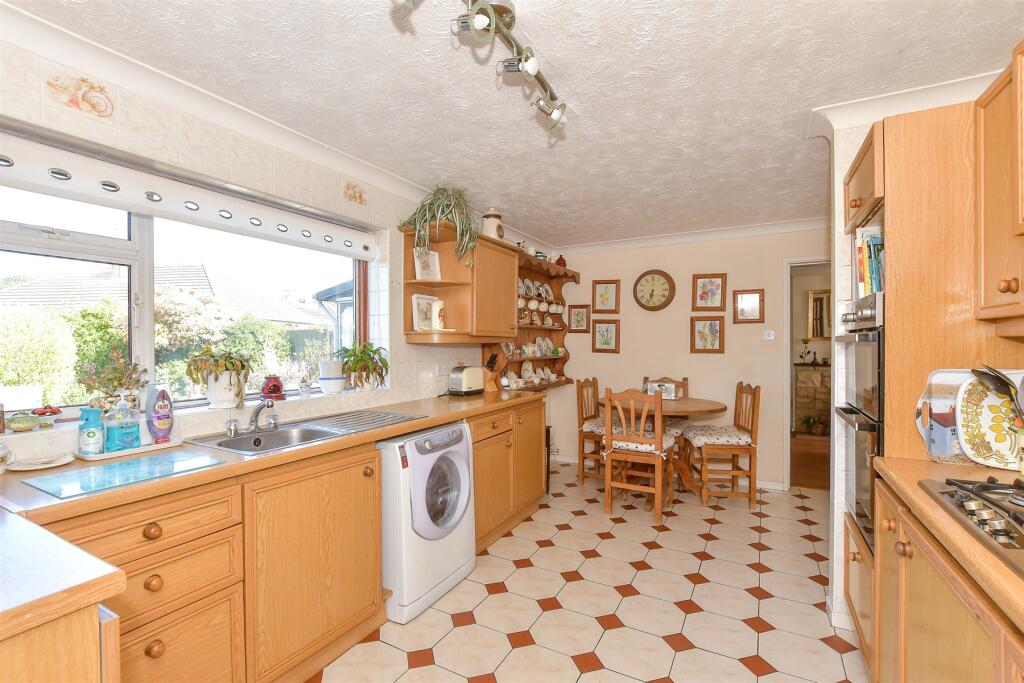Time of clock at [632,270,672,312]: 6:33
